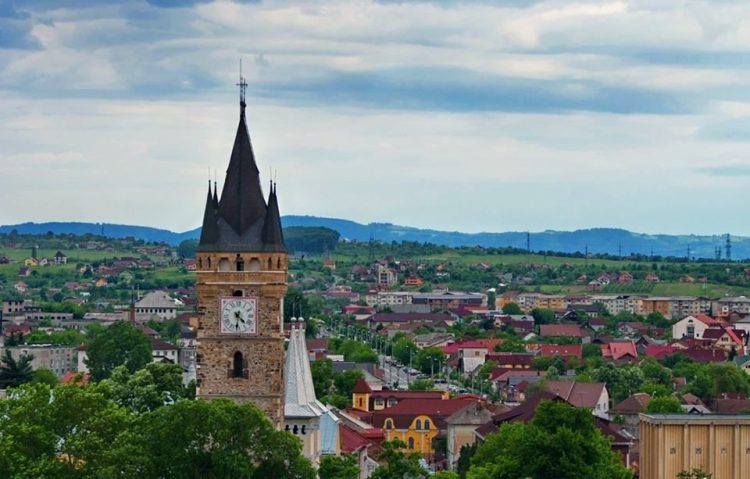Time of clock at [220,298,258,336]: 4:31
